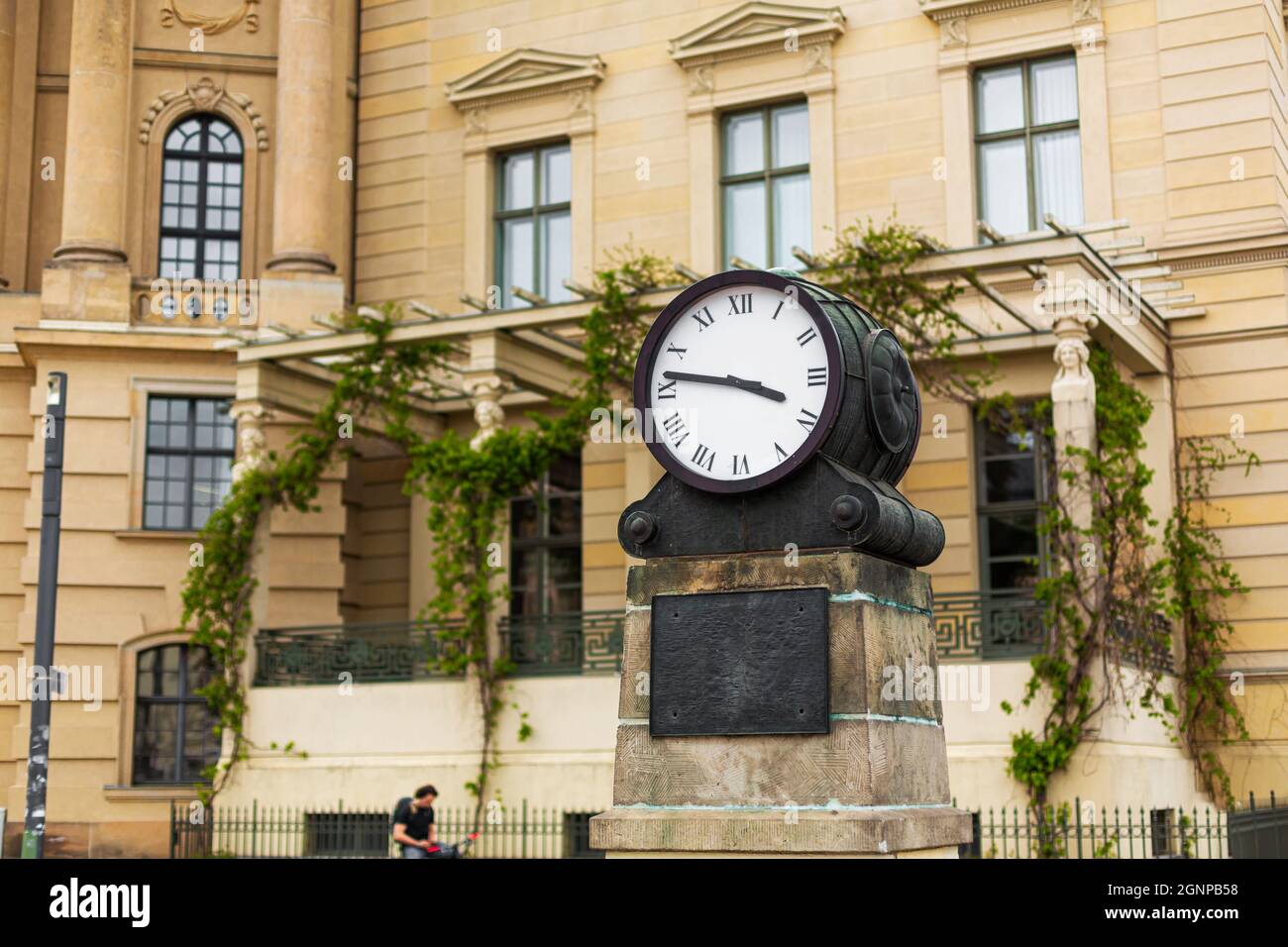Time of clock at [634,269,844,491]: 3:46
